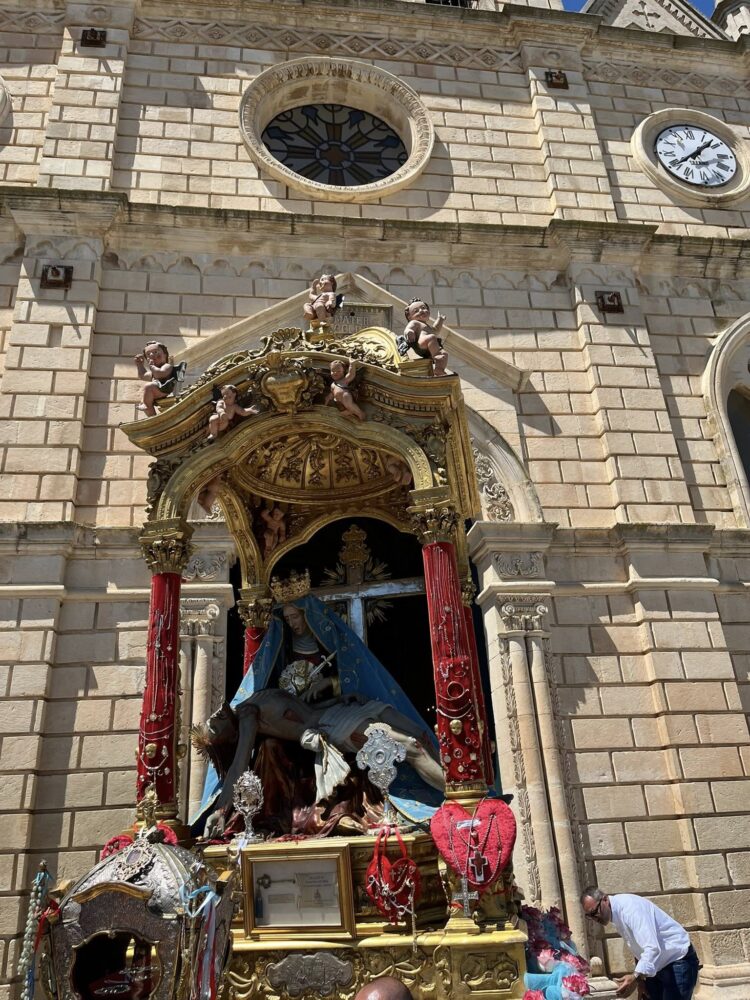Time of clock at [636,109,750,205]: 1:39
